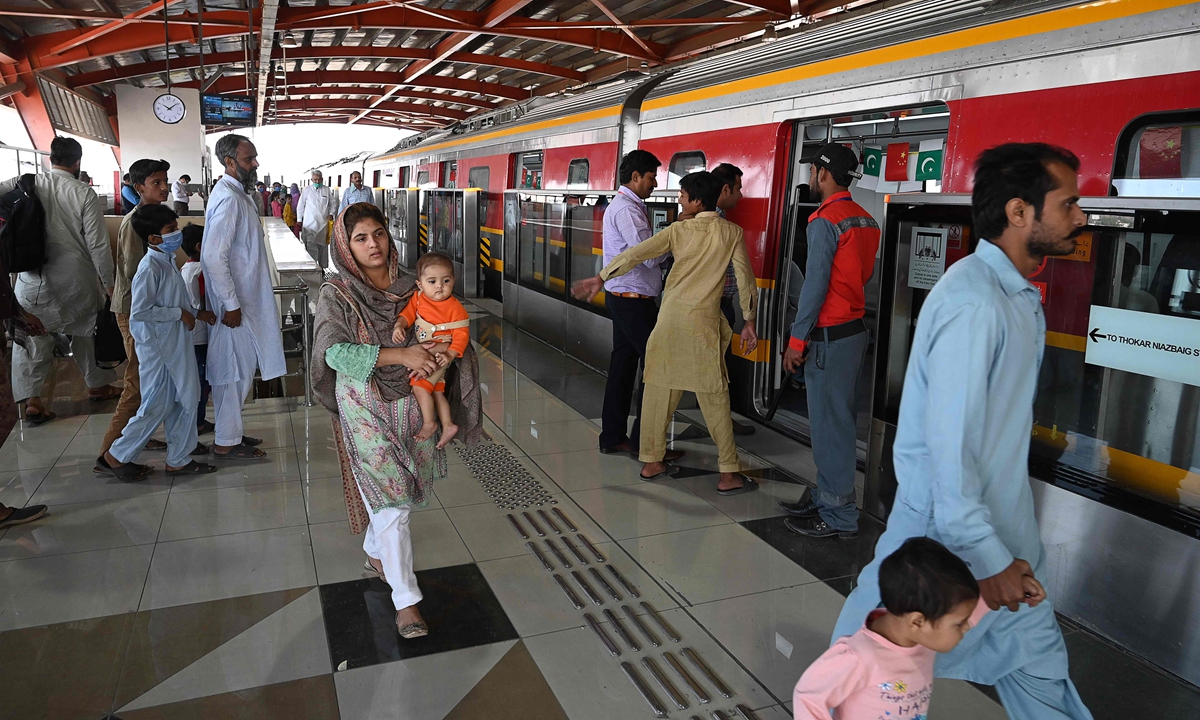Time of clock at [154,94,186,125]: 10:08
